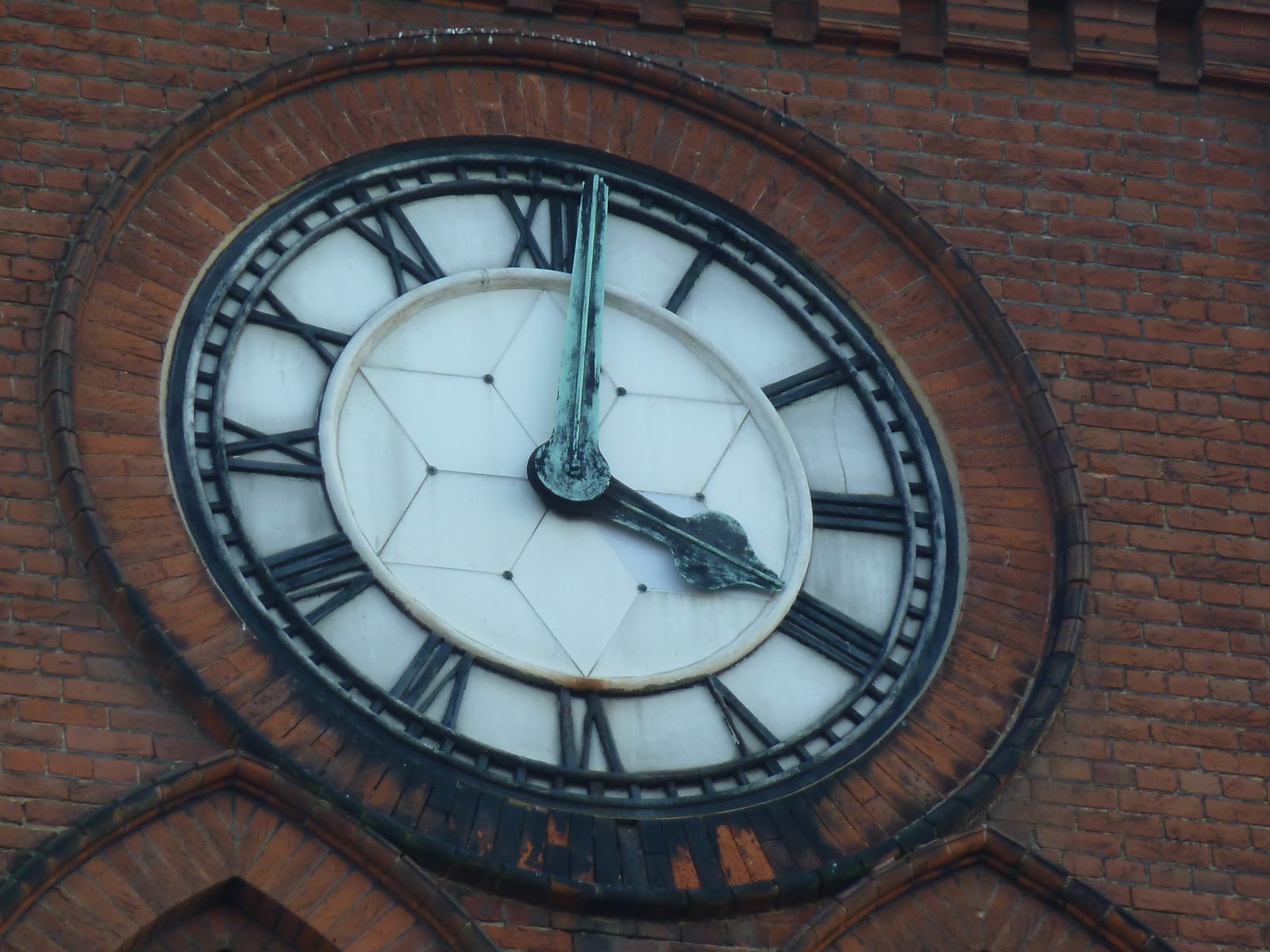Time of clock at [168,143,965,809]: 4:01
